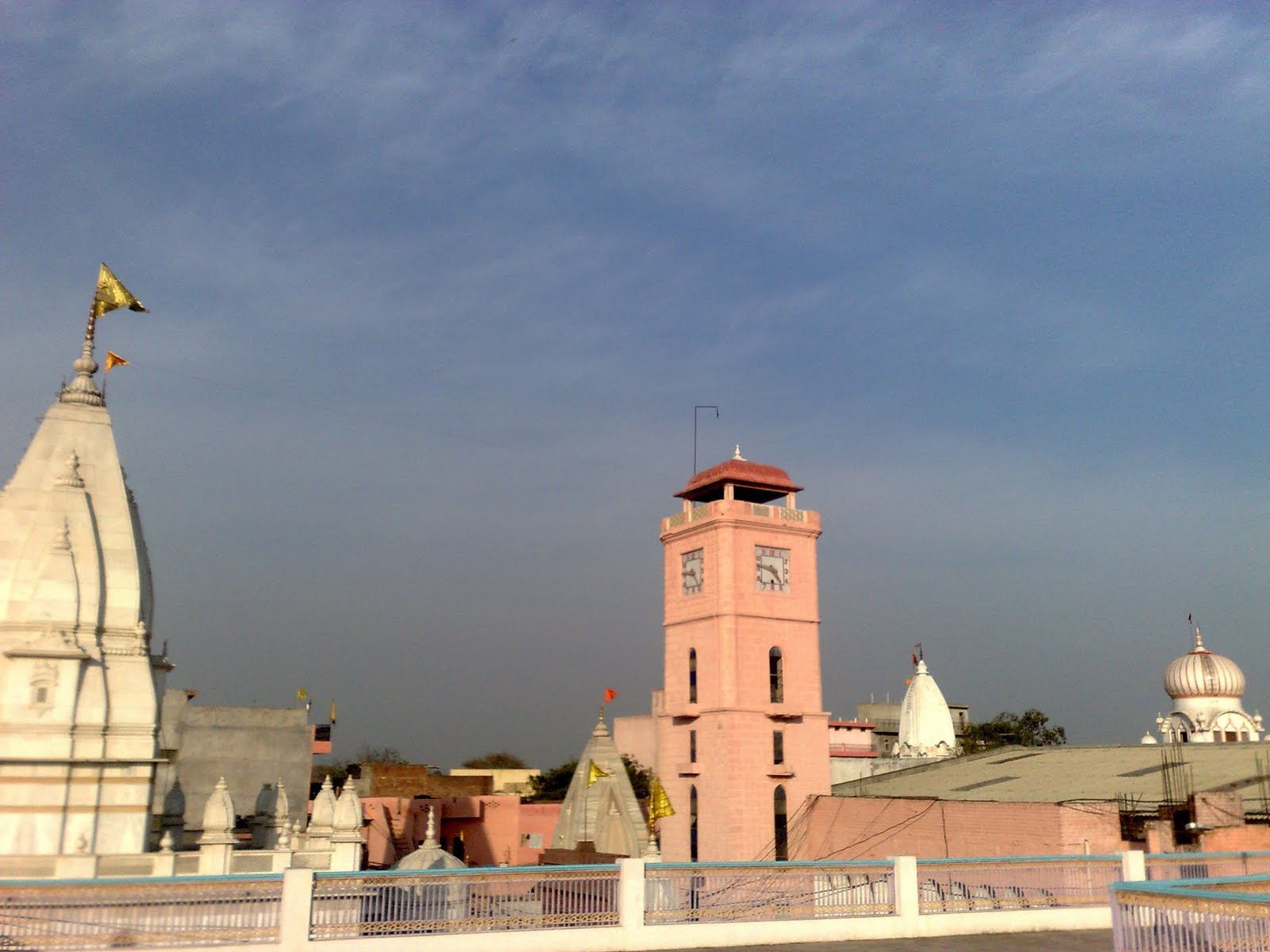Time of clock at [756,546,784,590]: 4:46
